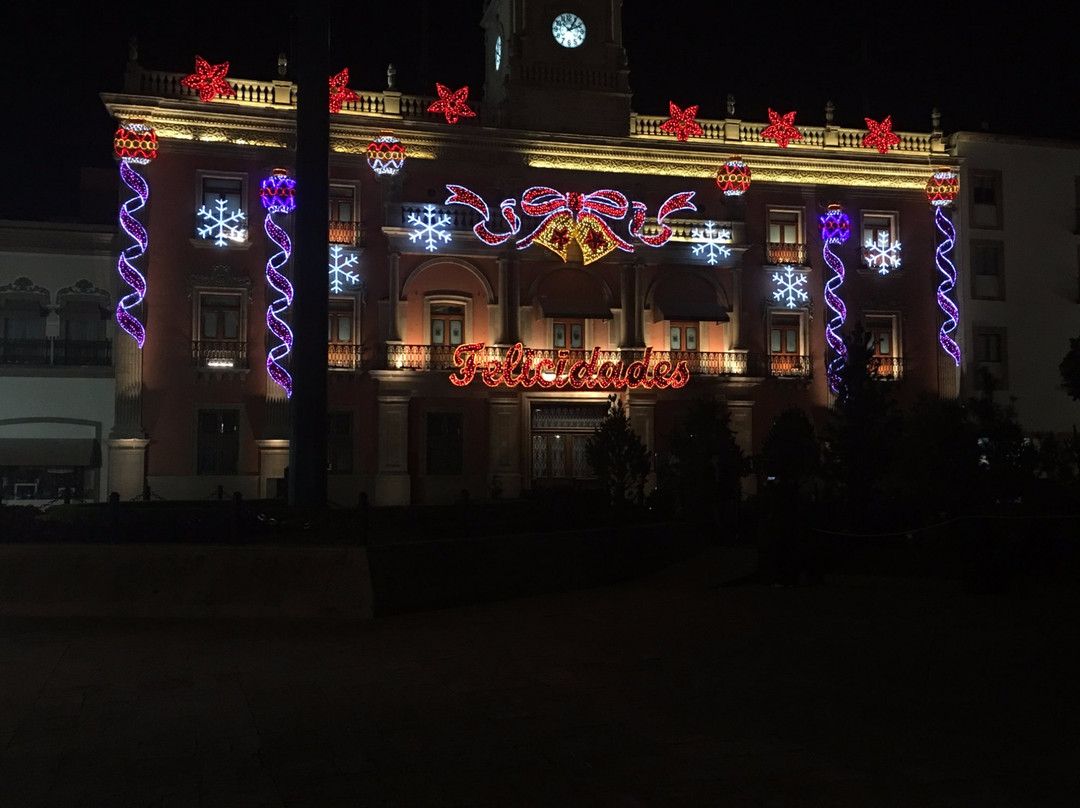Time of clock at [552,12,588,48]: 1:10
